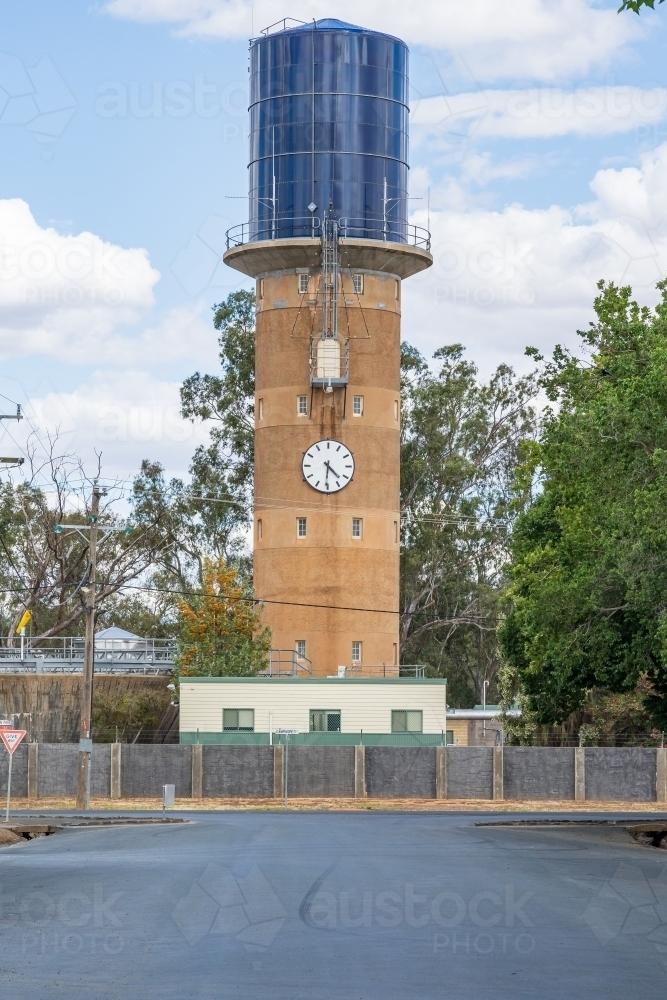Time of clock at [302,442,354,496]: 4:30
